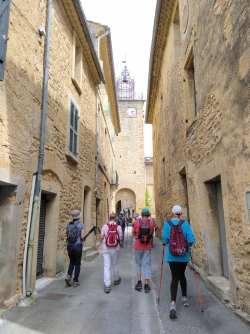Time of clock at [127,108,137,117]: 2:25
